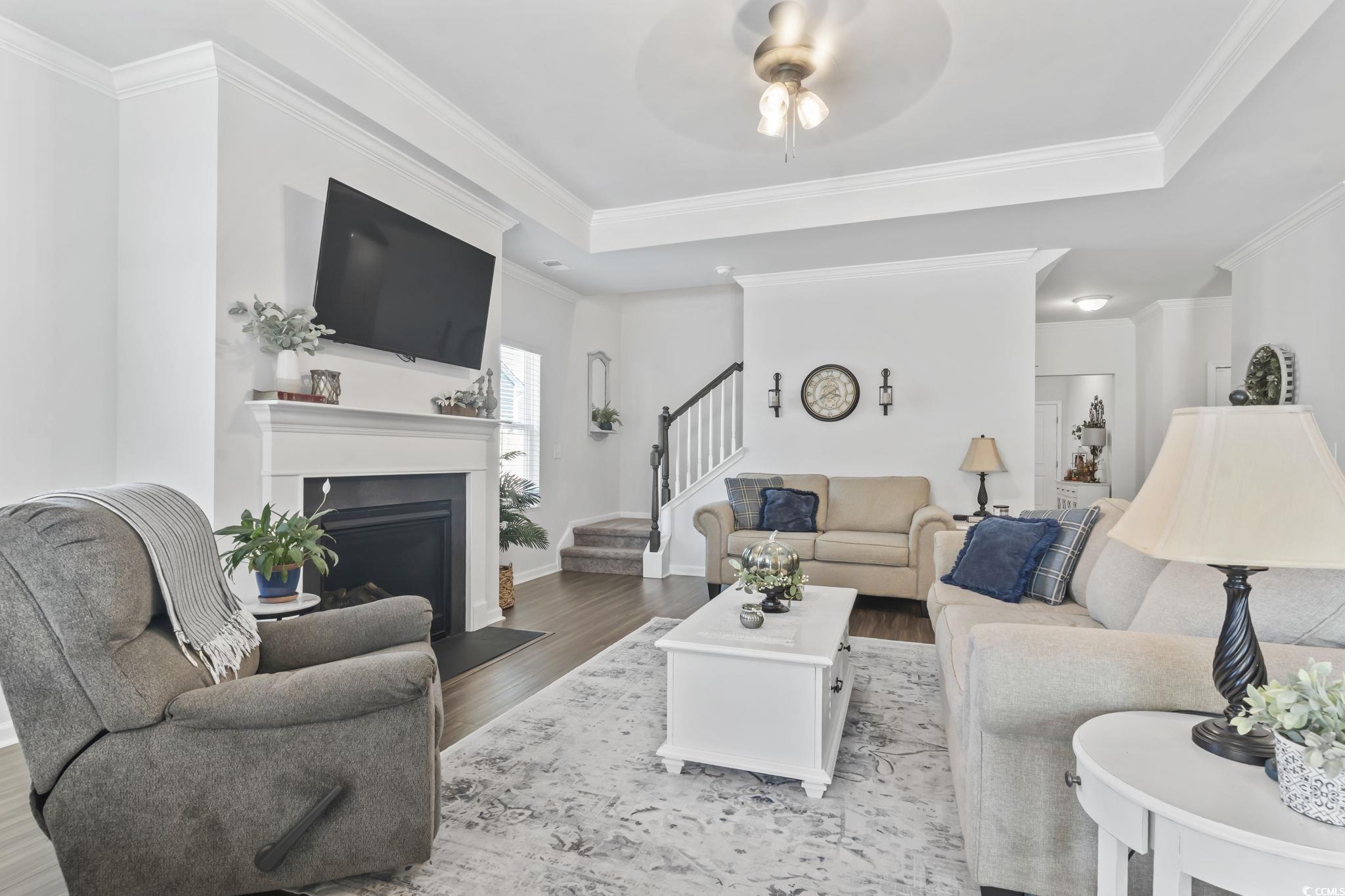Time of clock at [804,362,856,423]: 3:40
